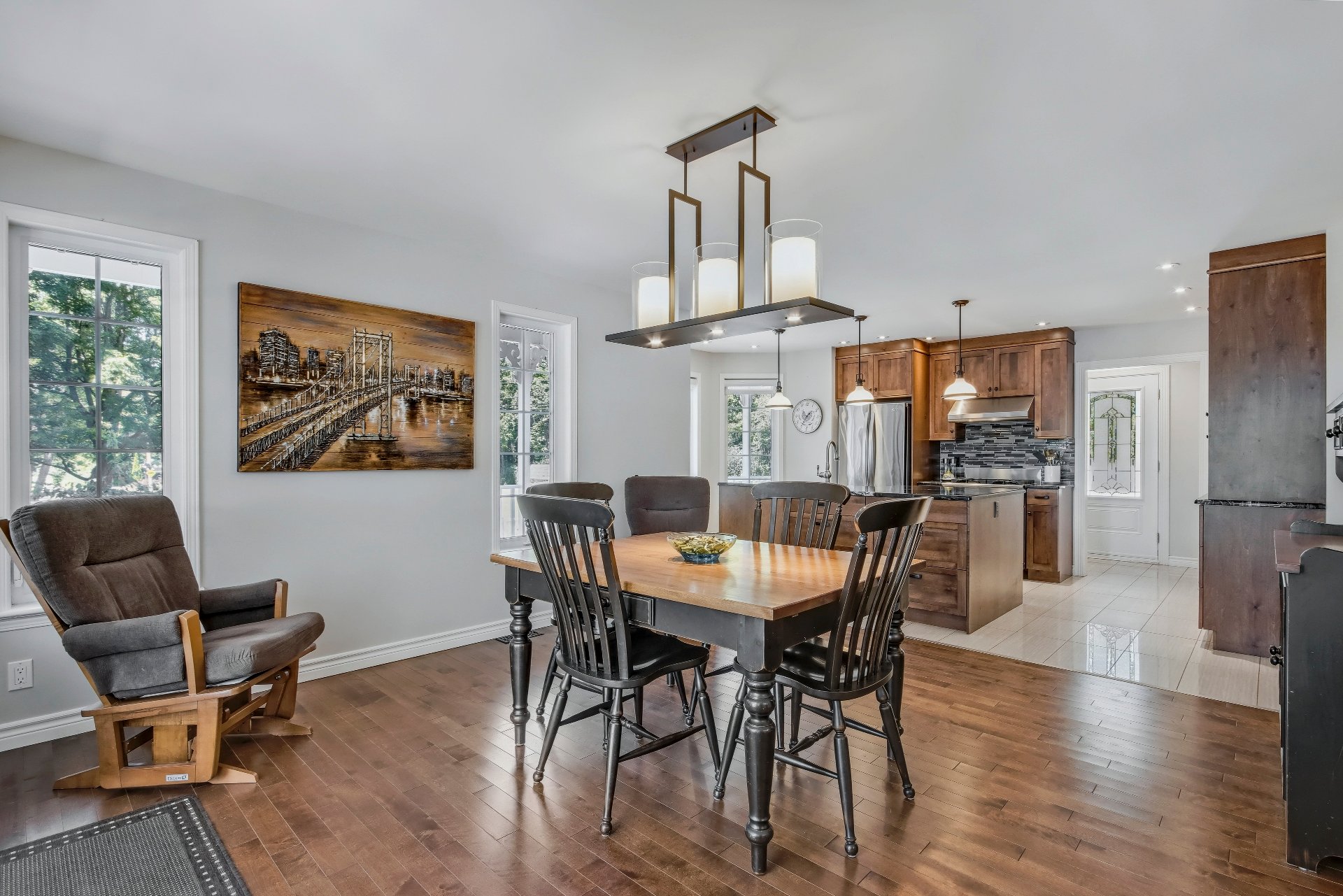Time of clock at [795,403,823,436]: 1:35
